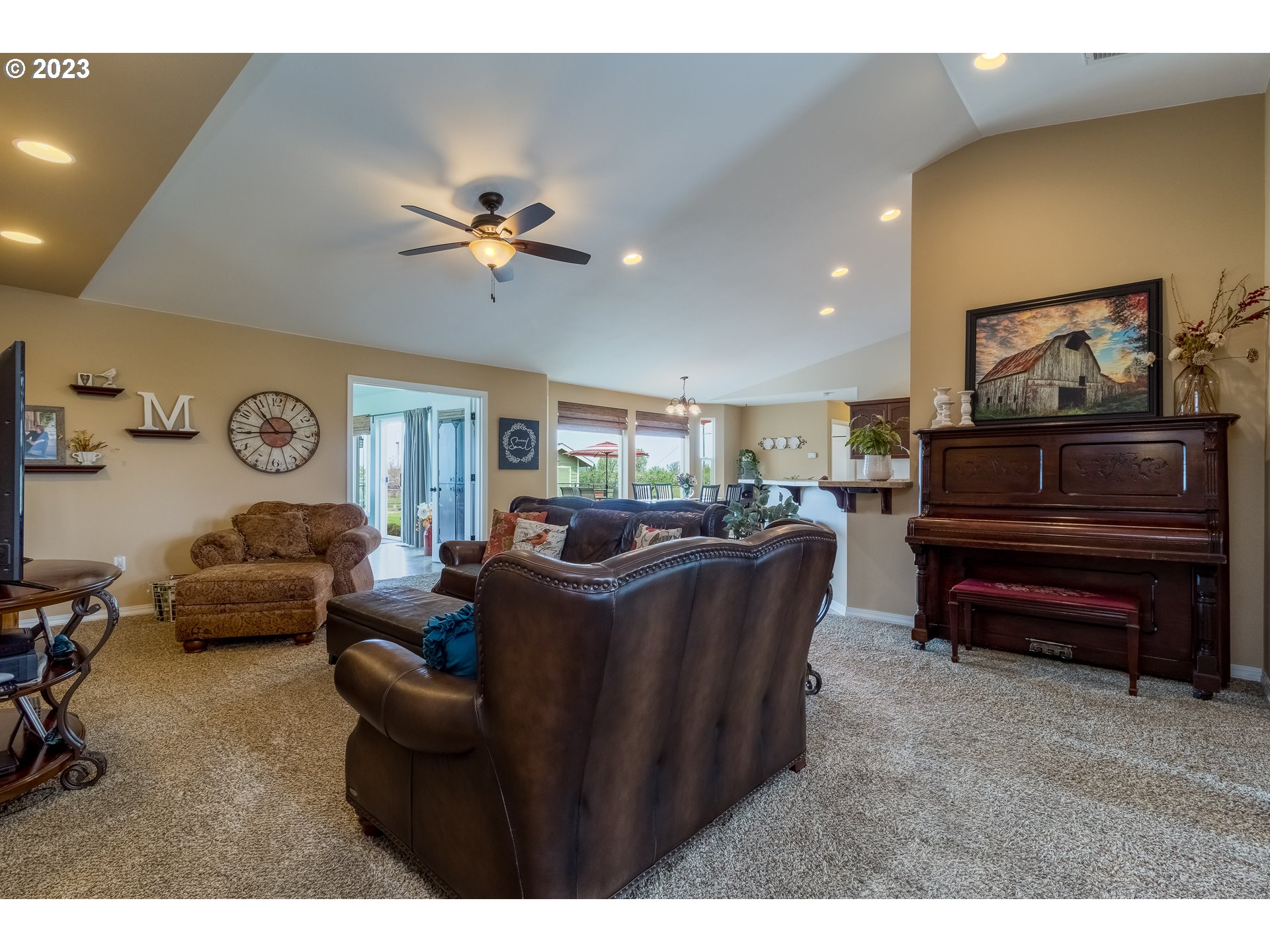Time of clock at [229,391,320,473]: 10:44
